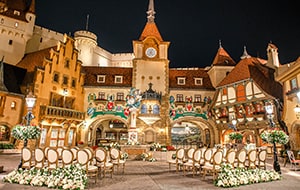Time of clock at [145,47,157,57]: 5:03
